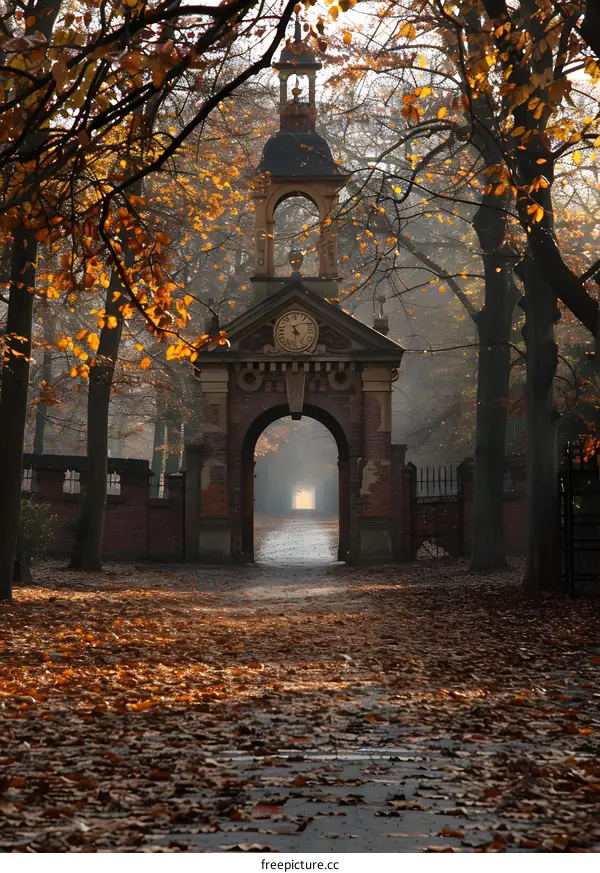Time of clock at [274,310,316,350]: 4:29
